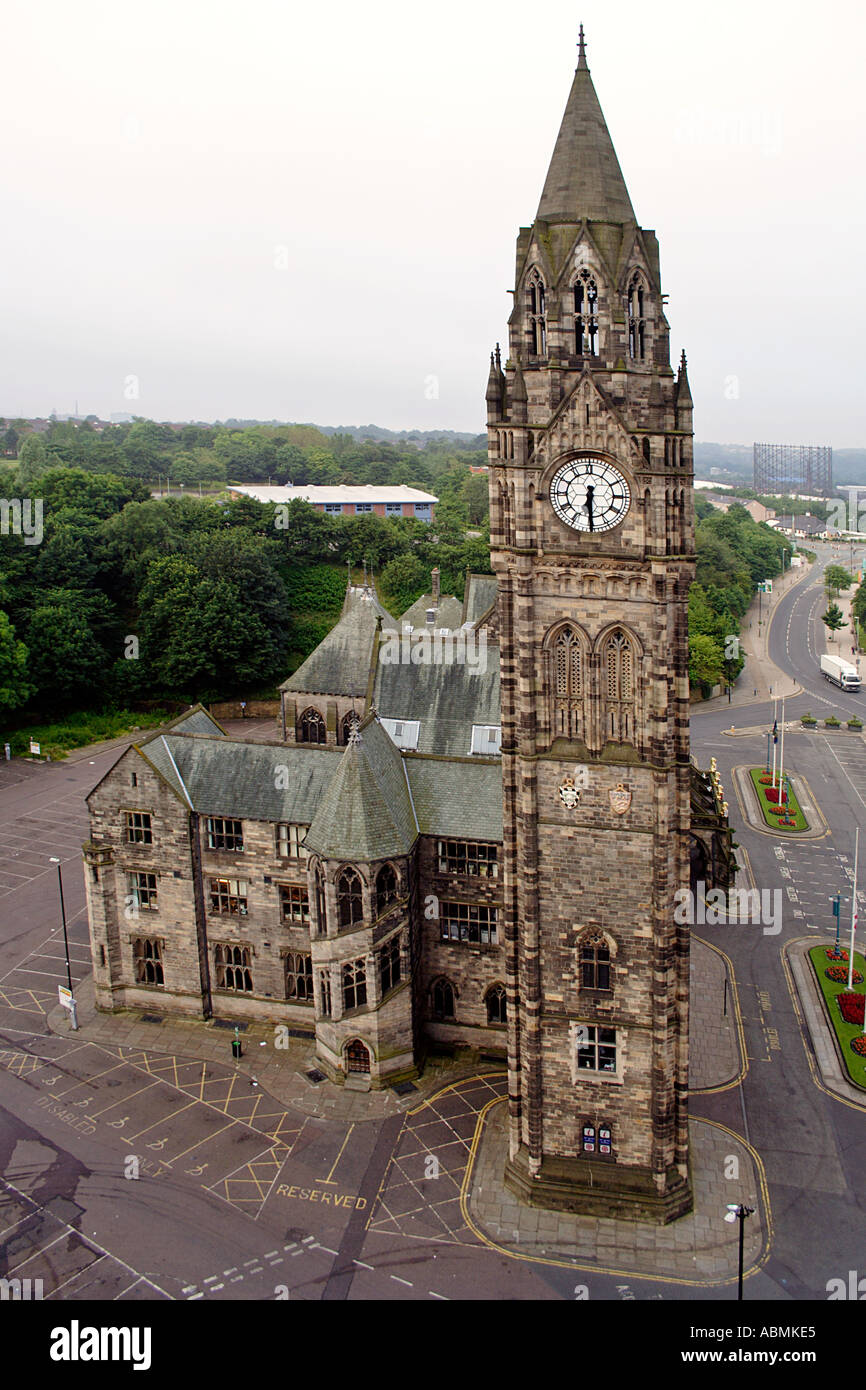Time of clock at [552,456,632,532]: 6:29
